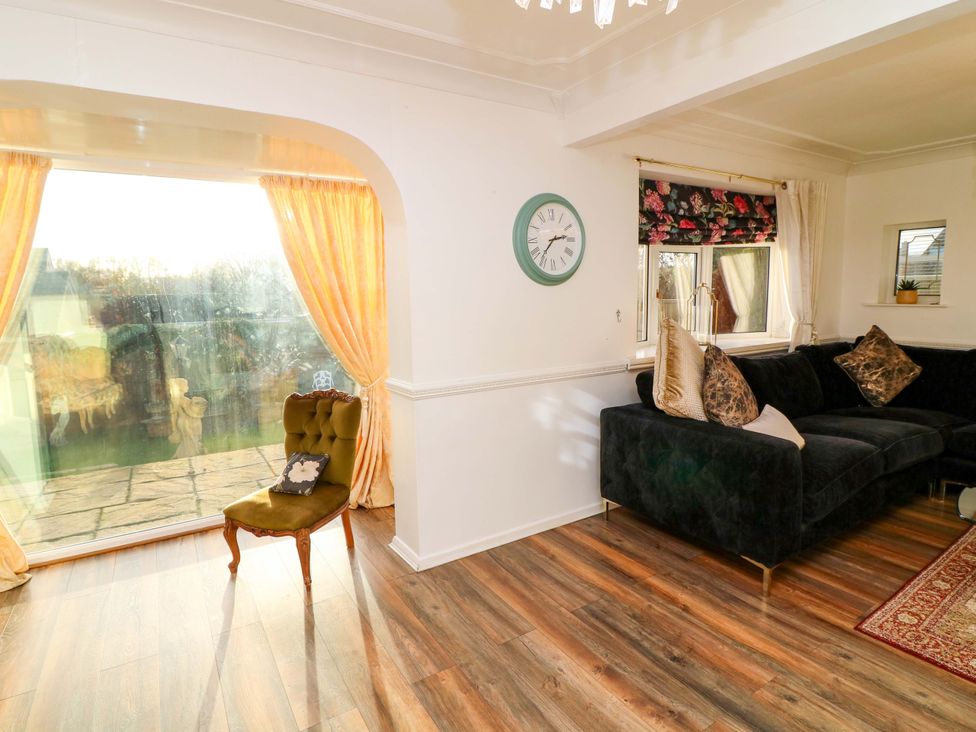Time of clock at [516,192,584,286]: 2:36
